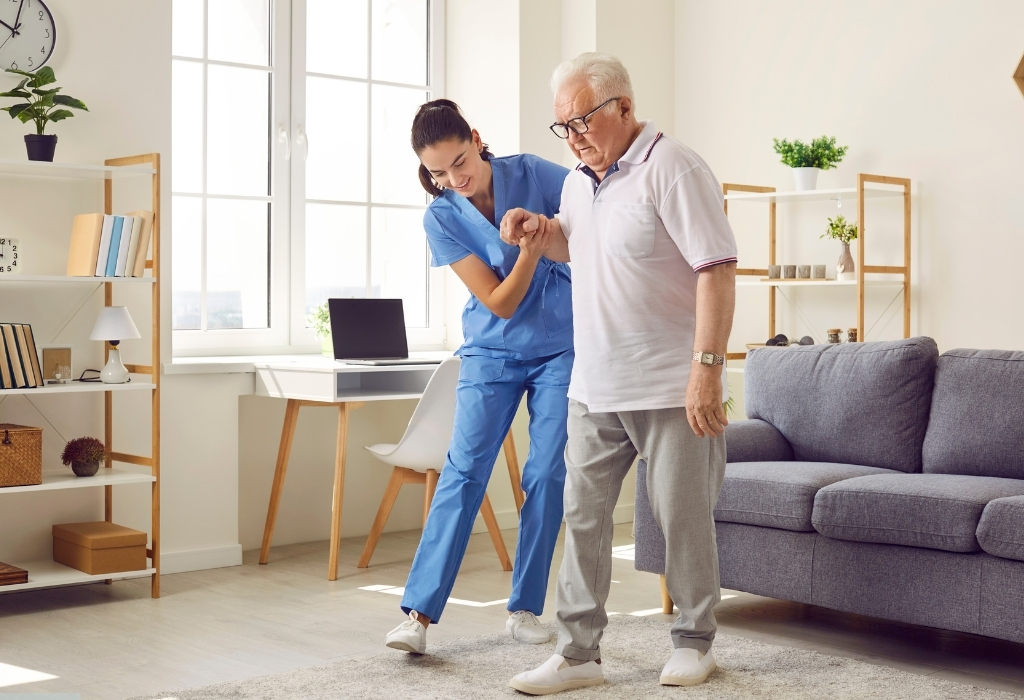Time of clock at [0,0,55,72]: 10:03
